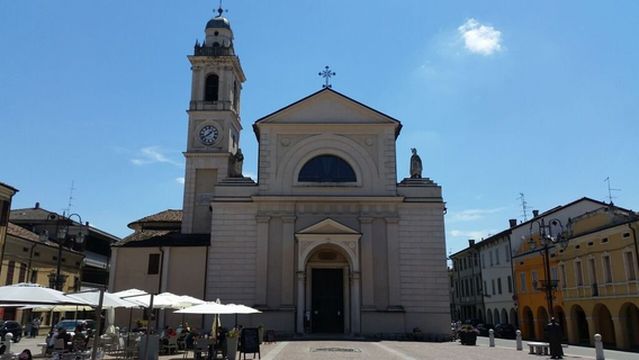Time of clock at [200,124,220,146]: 1:39
